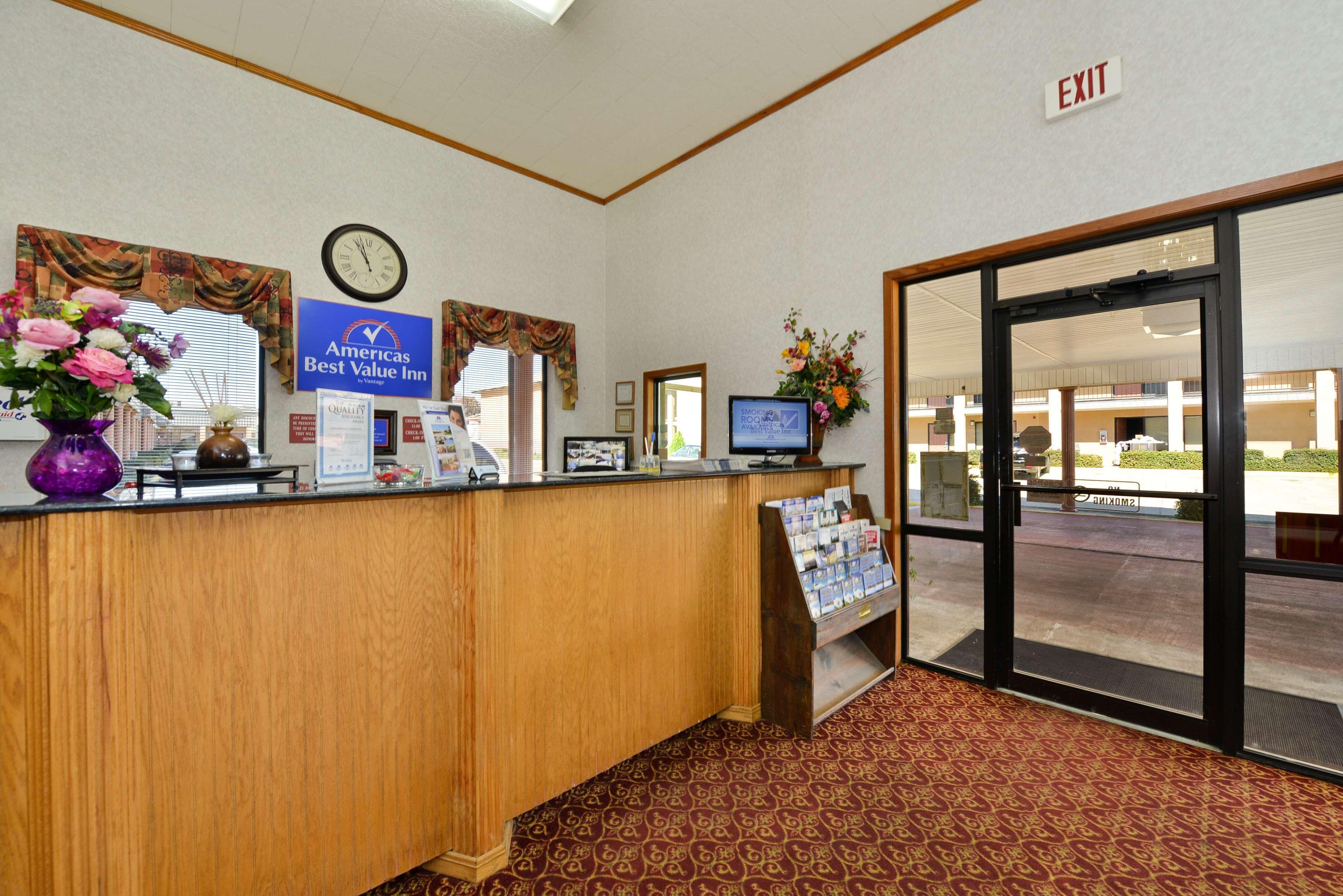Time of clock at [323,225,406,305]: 10:56
